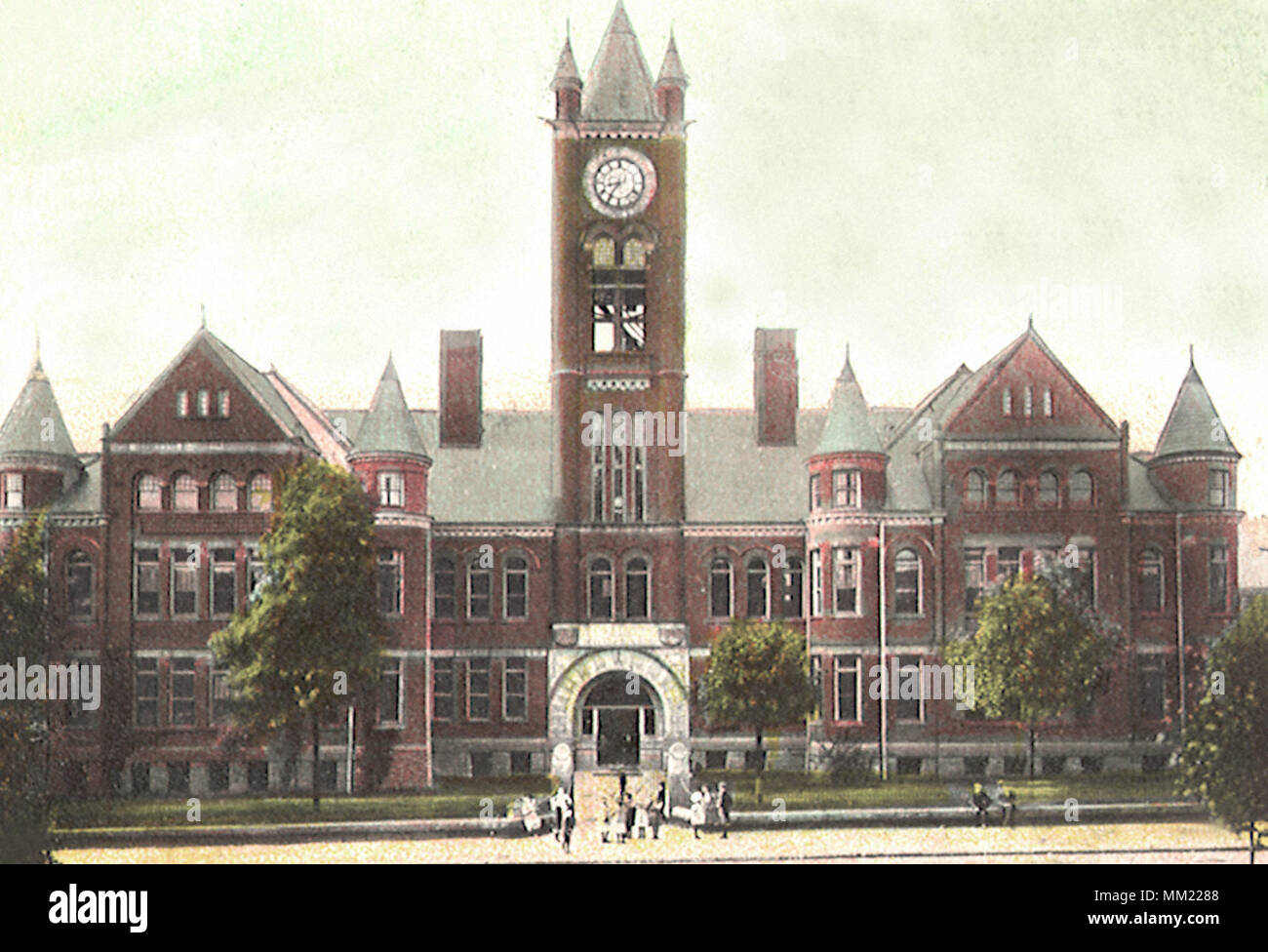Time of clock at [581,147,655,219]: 8:35
